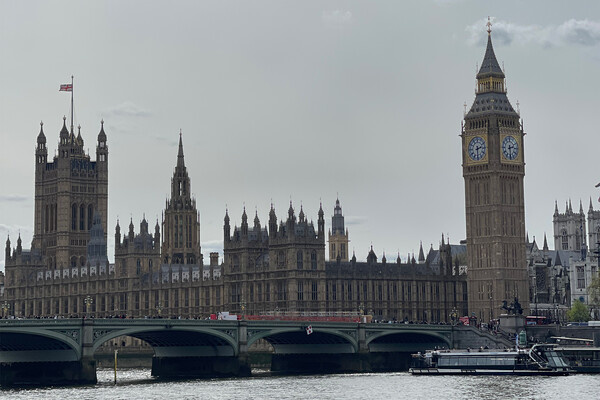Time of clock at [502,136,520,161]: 2:29
